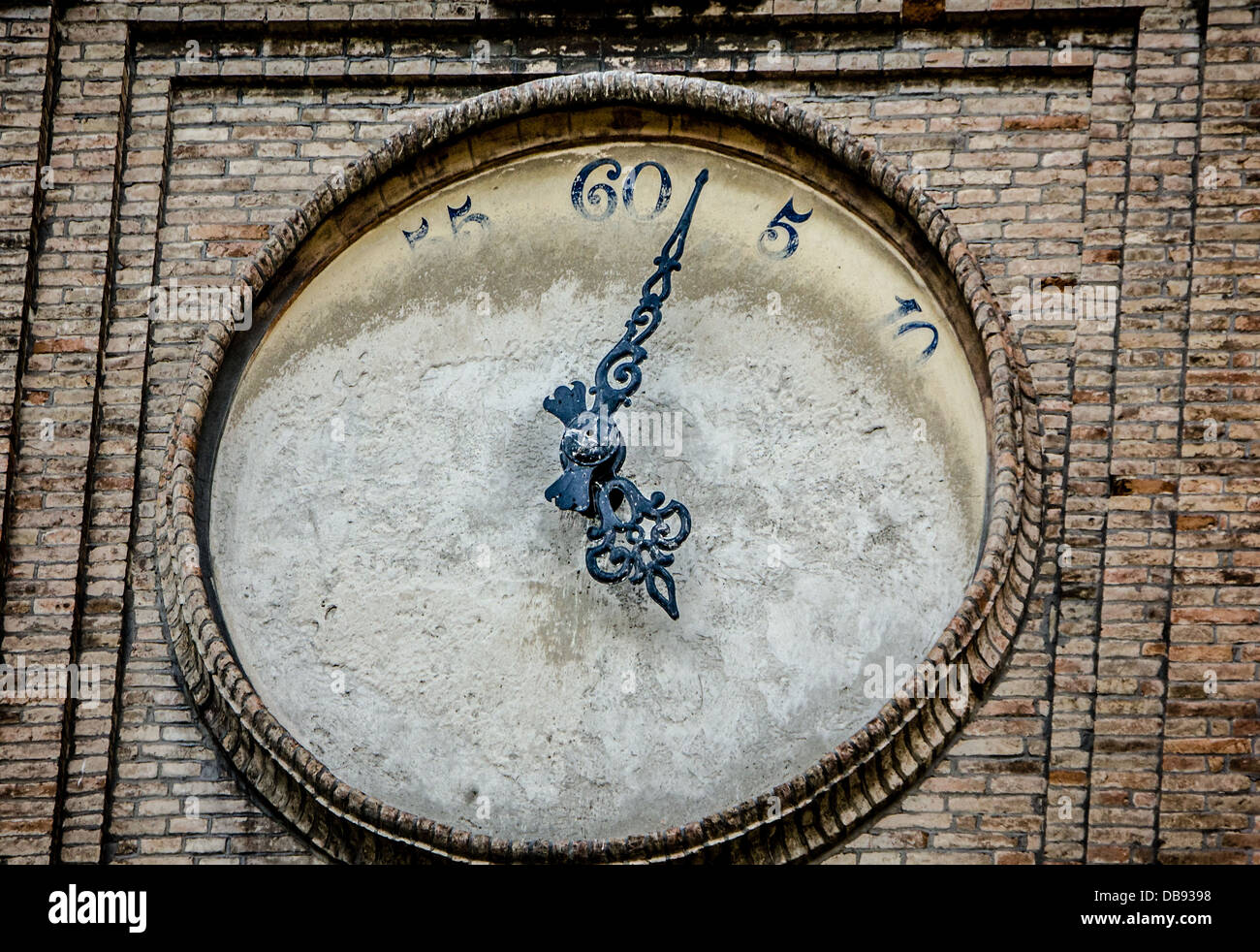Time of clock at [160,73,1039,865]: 5:02
